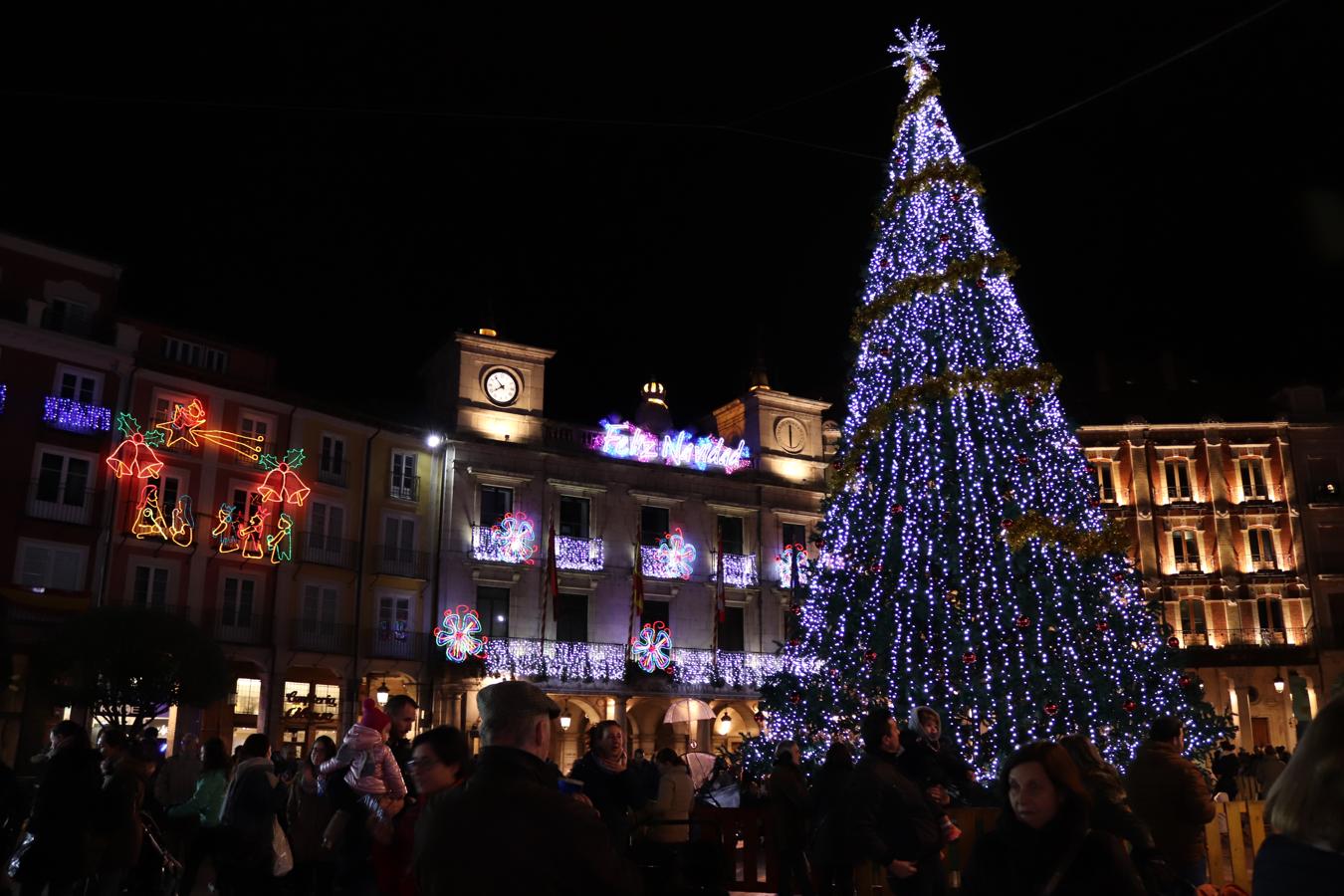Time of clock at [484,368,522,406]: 7:53
